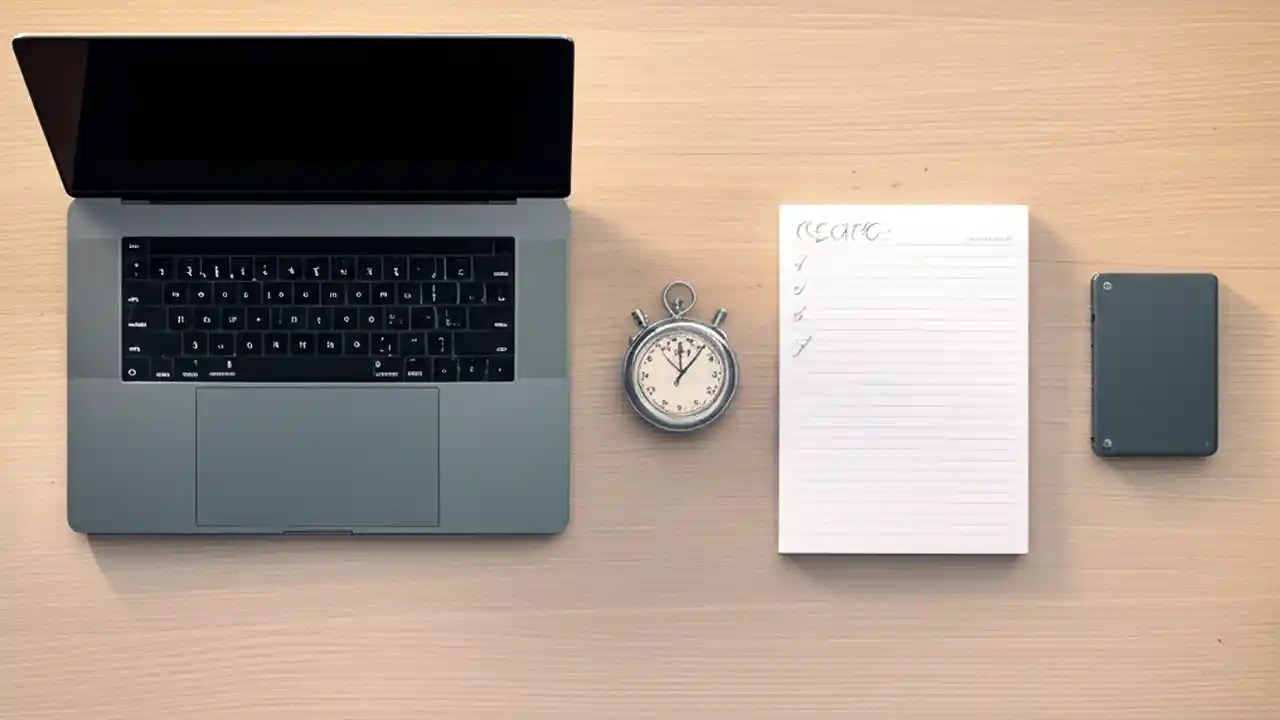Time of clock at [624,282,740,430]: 12:06
